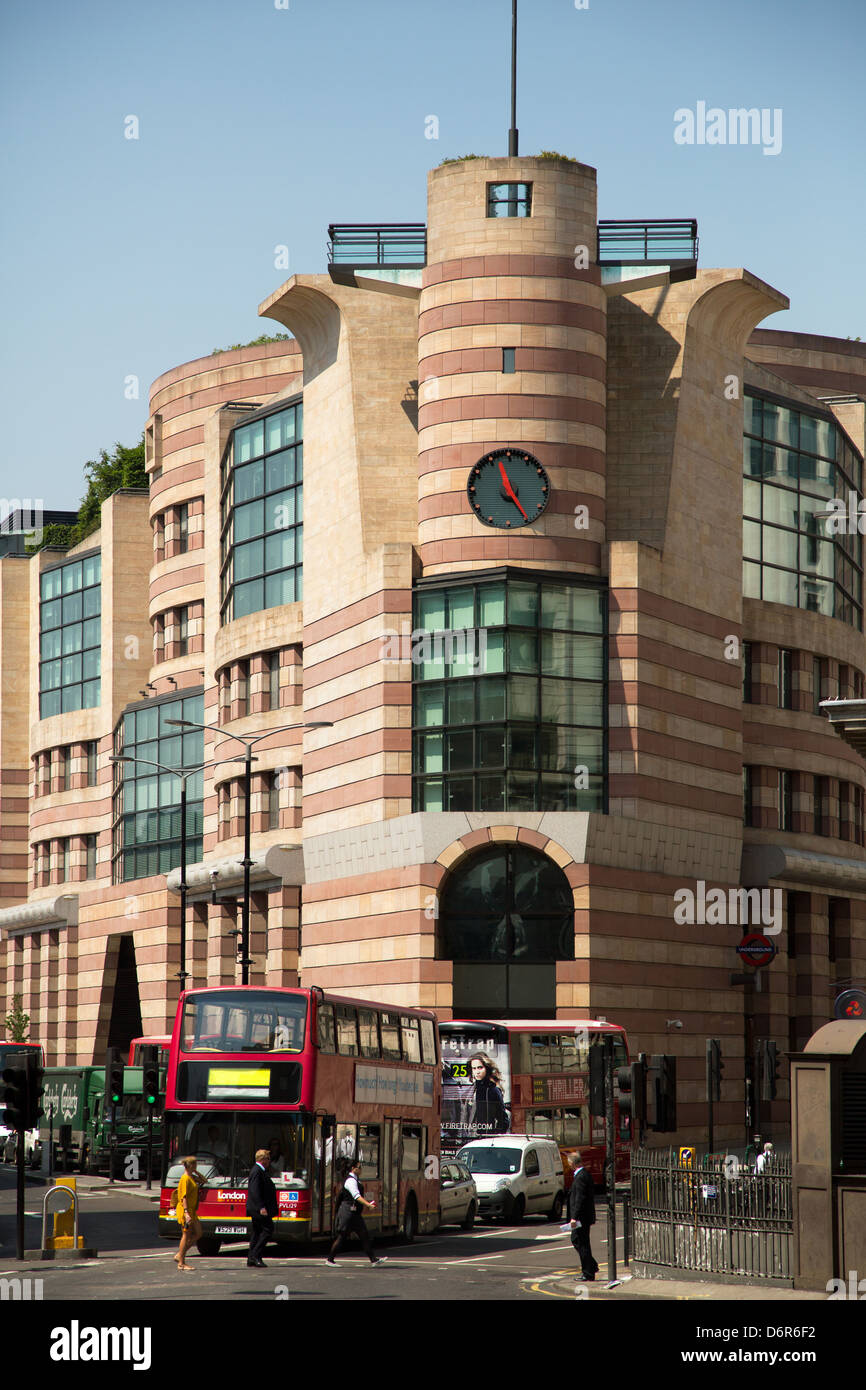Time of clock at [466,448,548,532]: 11:24
